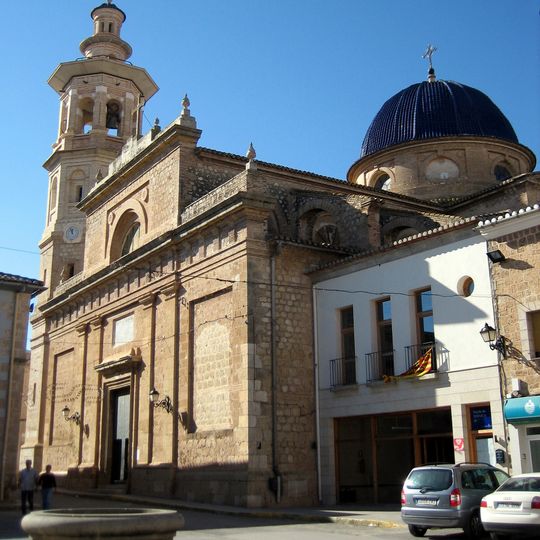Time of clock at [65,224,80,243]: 11:55
